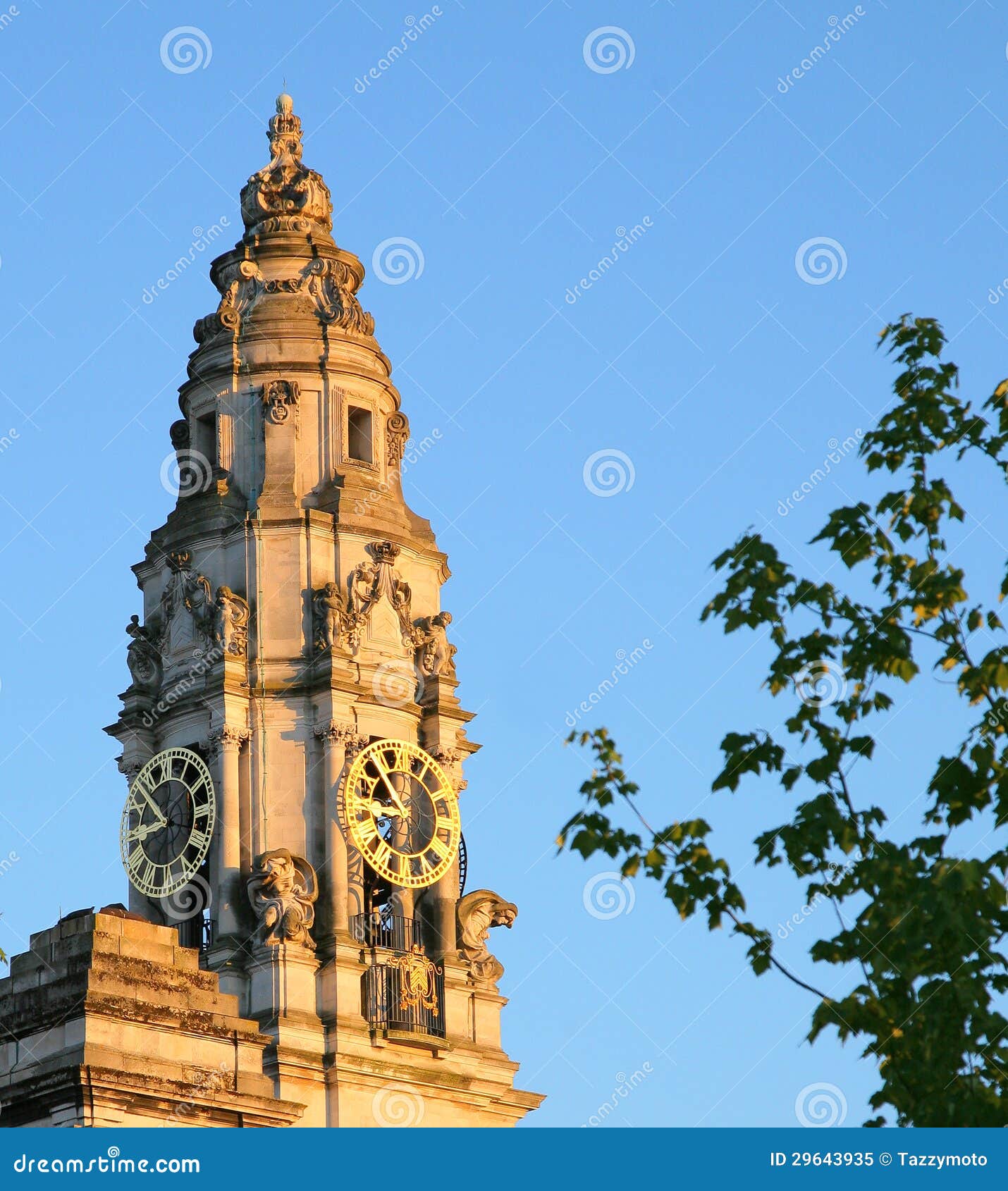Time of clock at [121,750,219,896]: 8:52
